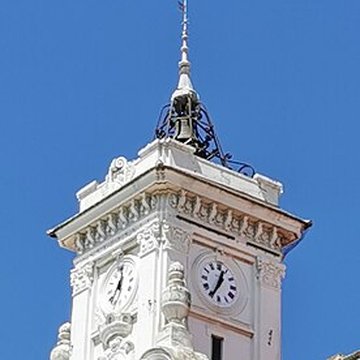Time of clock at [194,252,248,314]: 12:34
